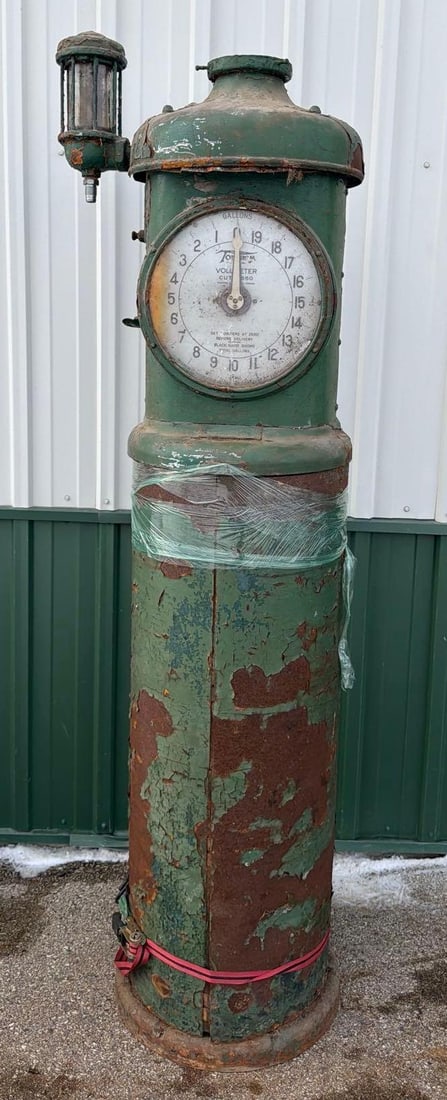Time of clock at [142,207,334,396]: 8:59
